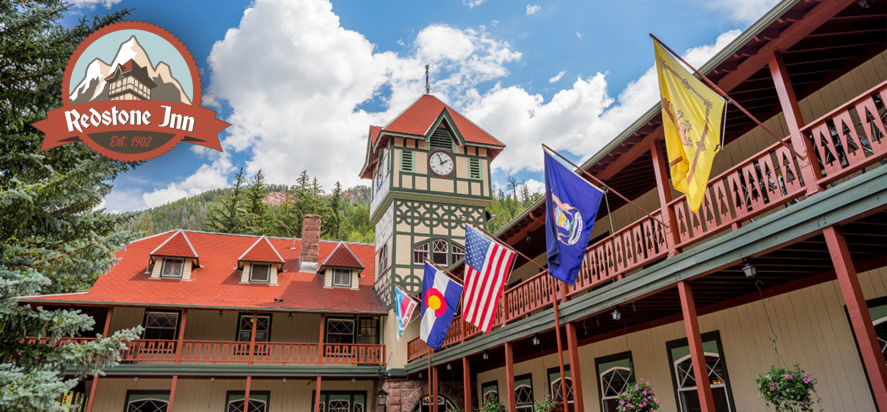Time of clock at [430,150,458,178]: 1:56
